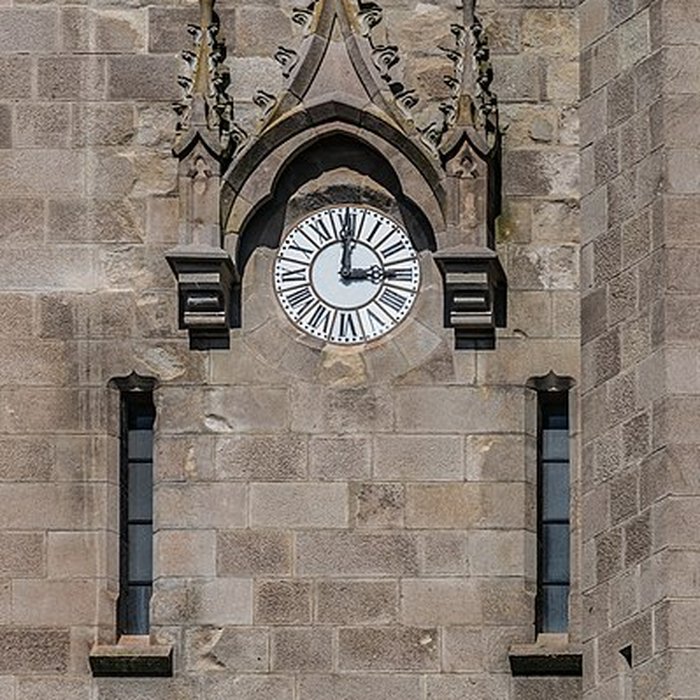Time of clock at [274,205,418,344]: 3:00
